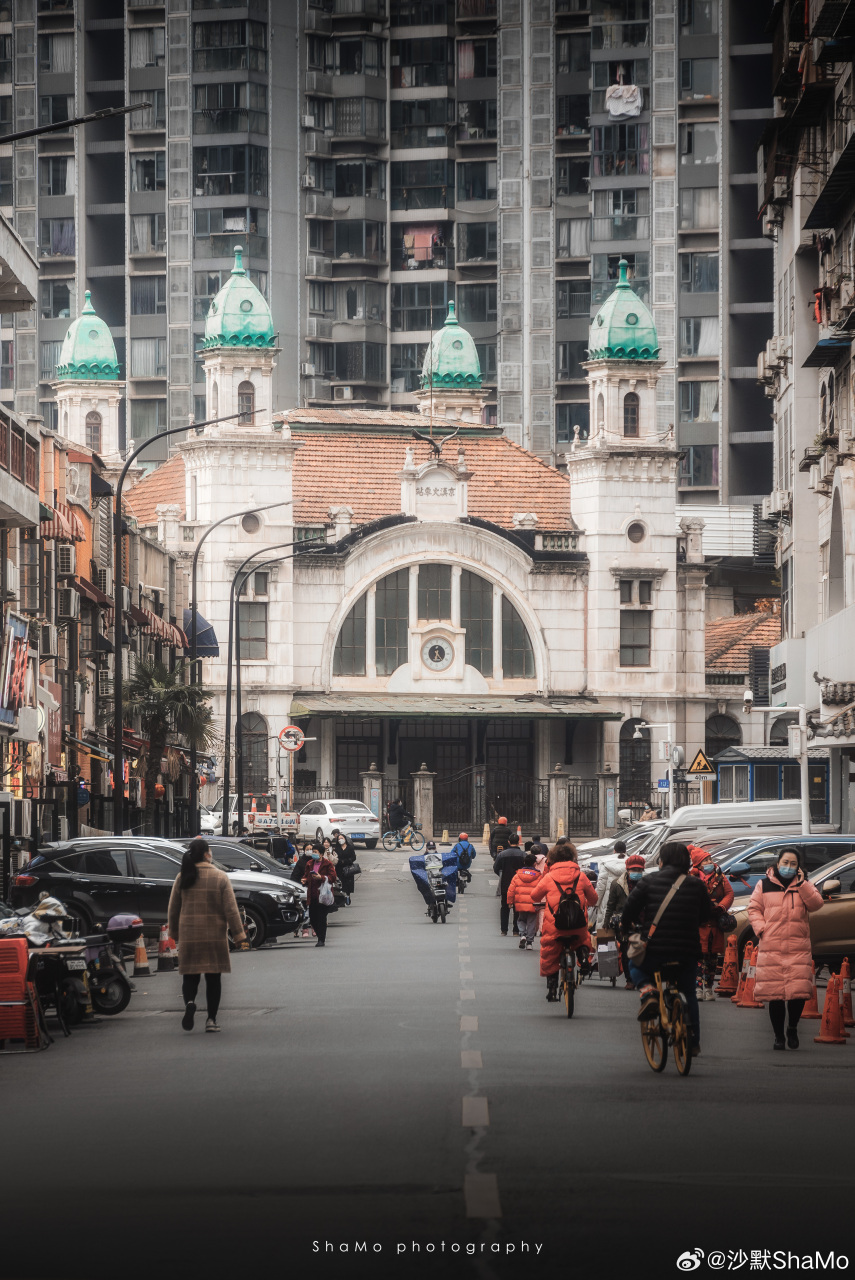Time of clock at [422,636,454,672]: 6:23
